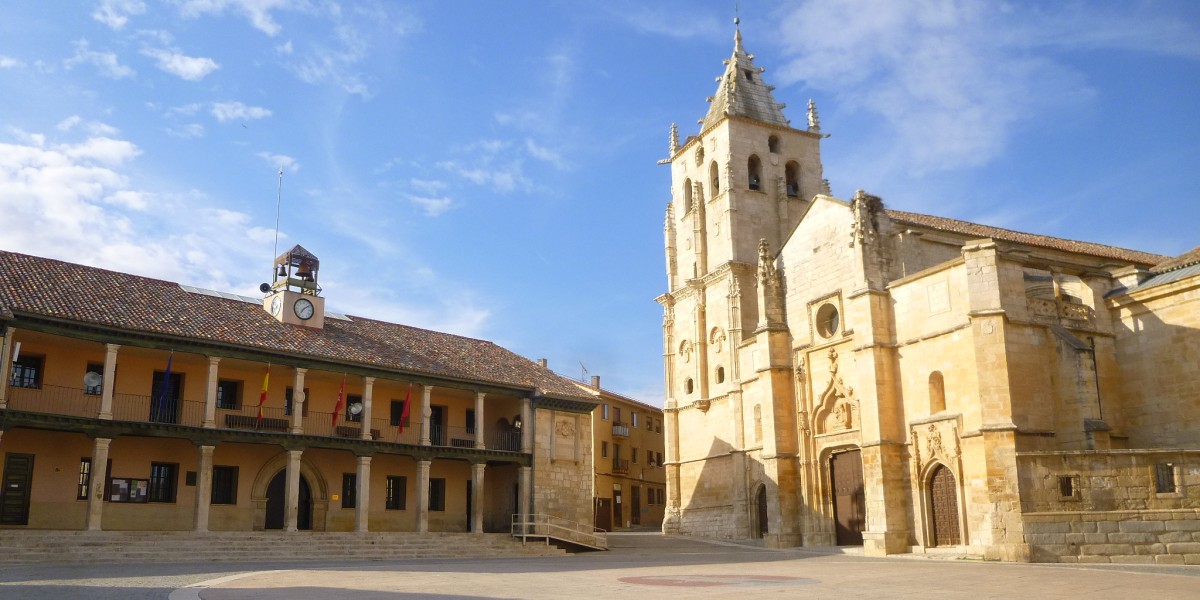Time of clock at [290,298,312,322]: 7:08
